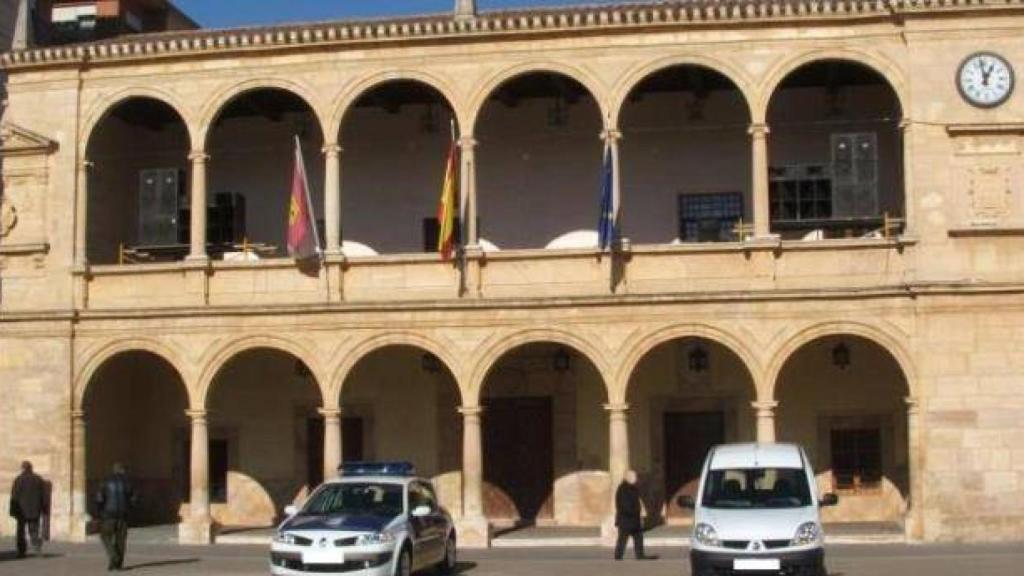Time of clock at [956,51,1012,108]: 12:58
